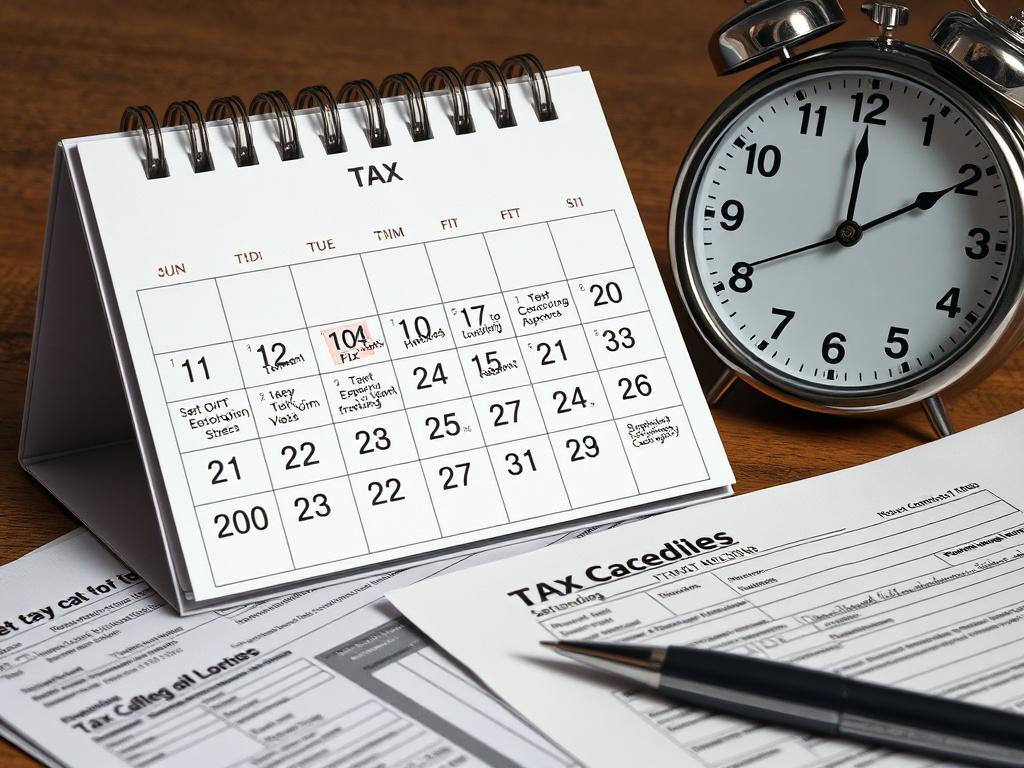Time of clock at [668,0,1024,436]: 2:00
